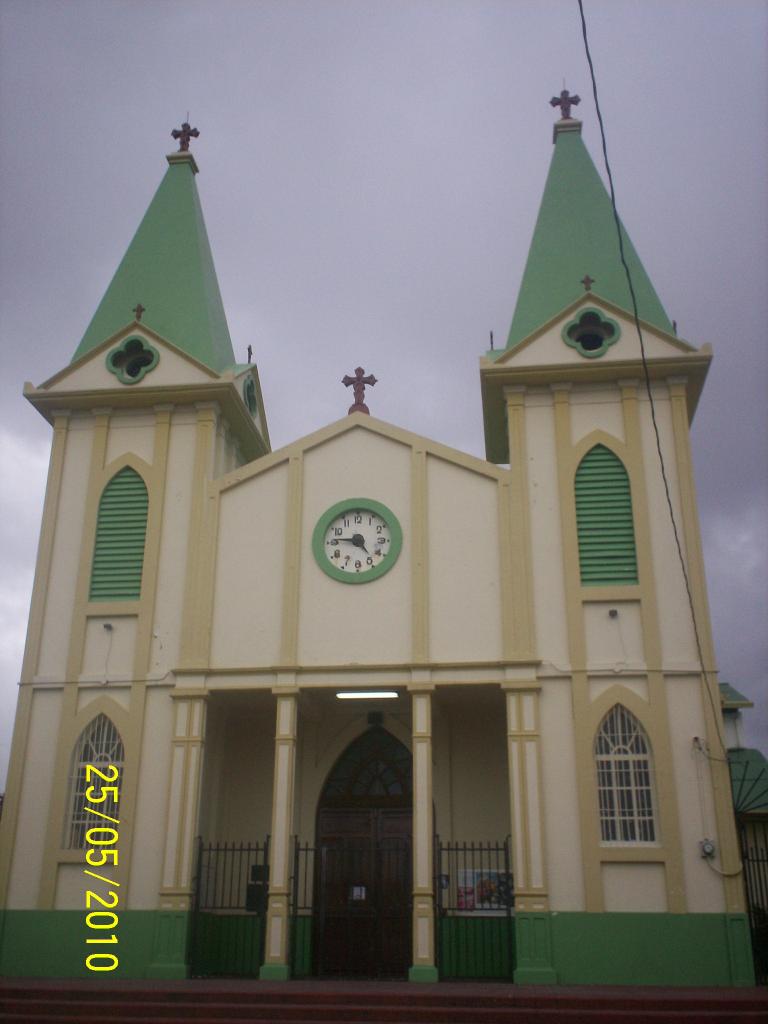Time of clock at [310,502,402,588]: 4:46
